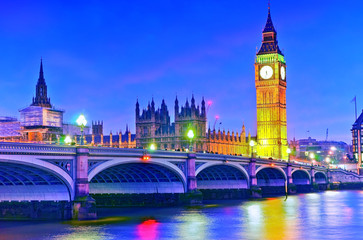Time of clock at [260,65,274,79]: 5:32
